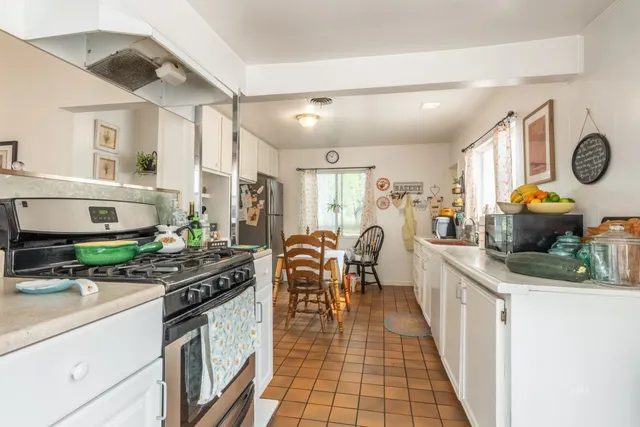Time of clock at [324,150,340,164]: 10:02
